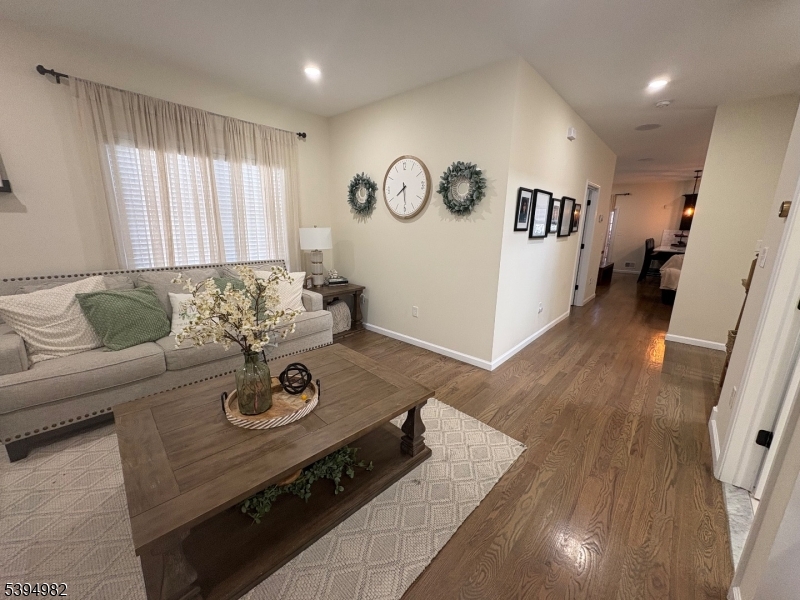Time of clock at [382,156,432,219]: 7:29
